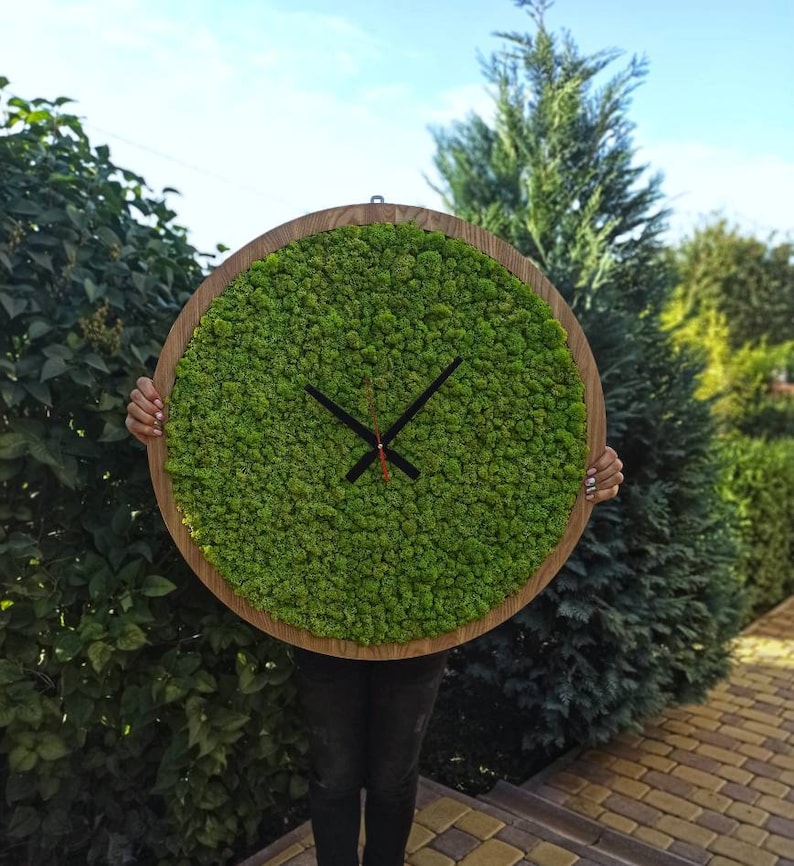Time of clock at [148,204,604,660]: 10:07
